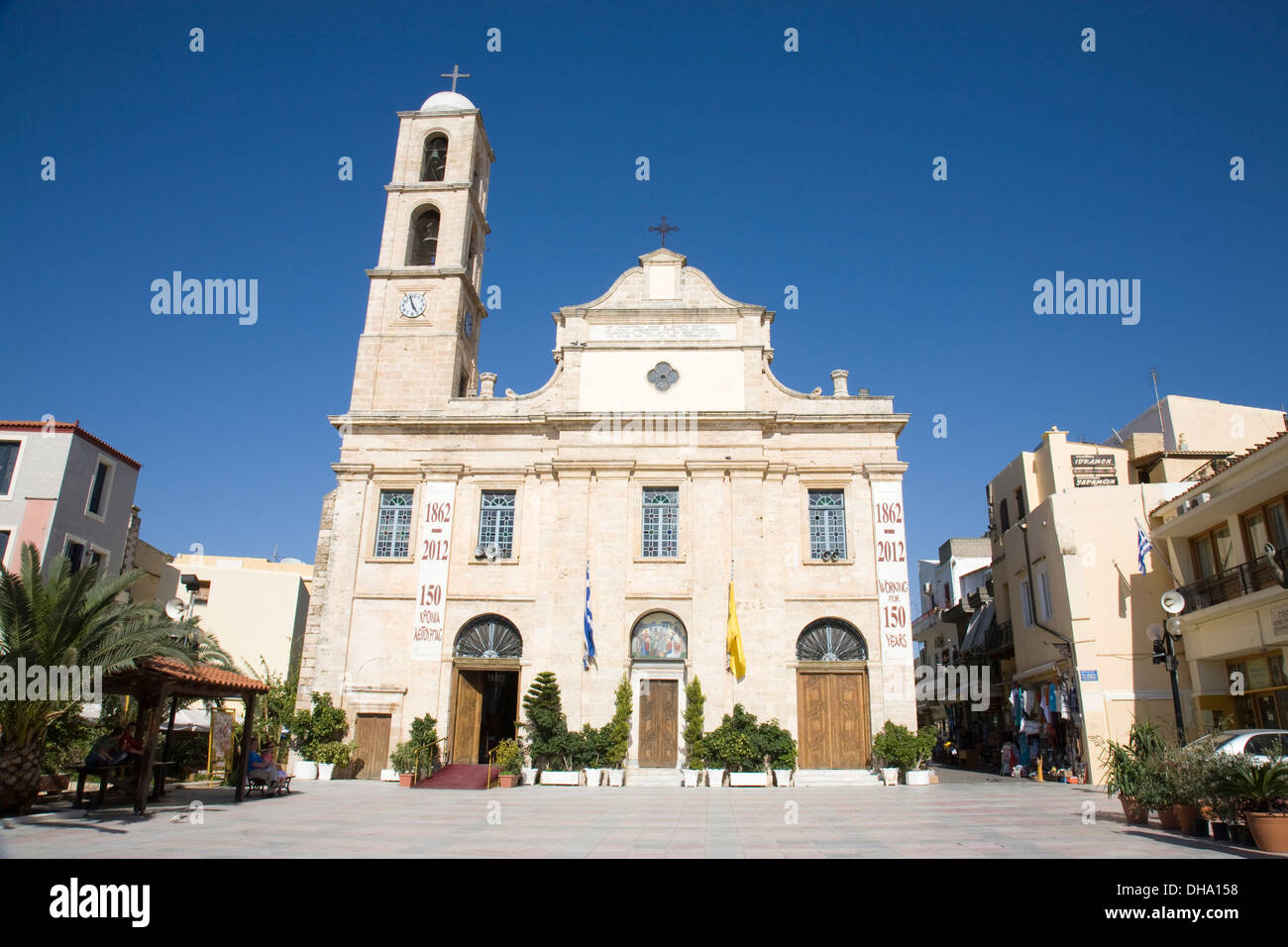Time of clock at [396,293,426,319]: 4:57
